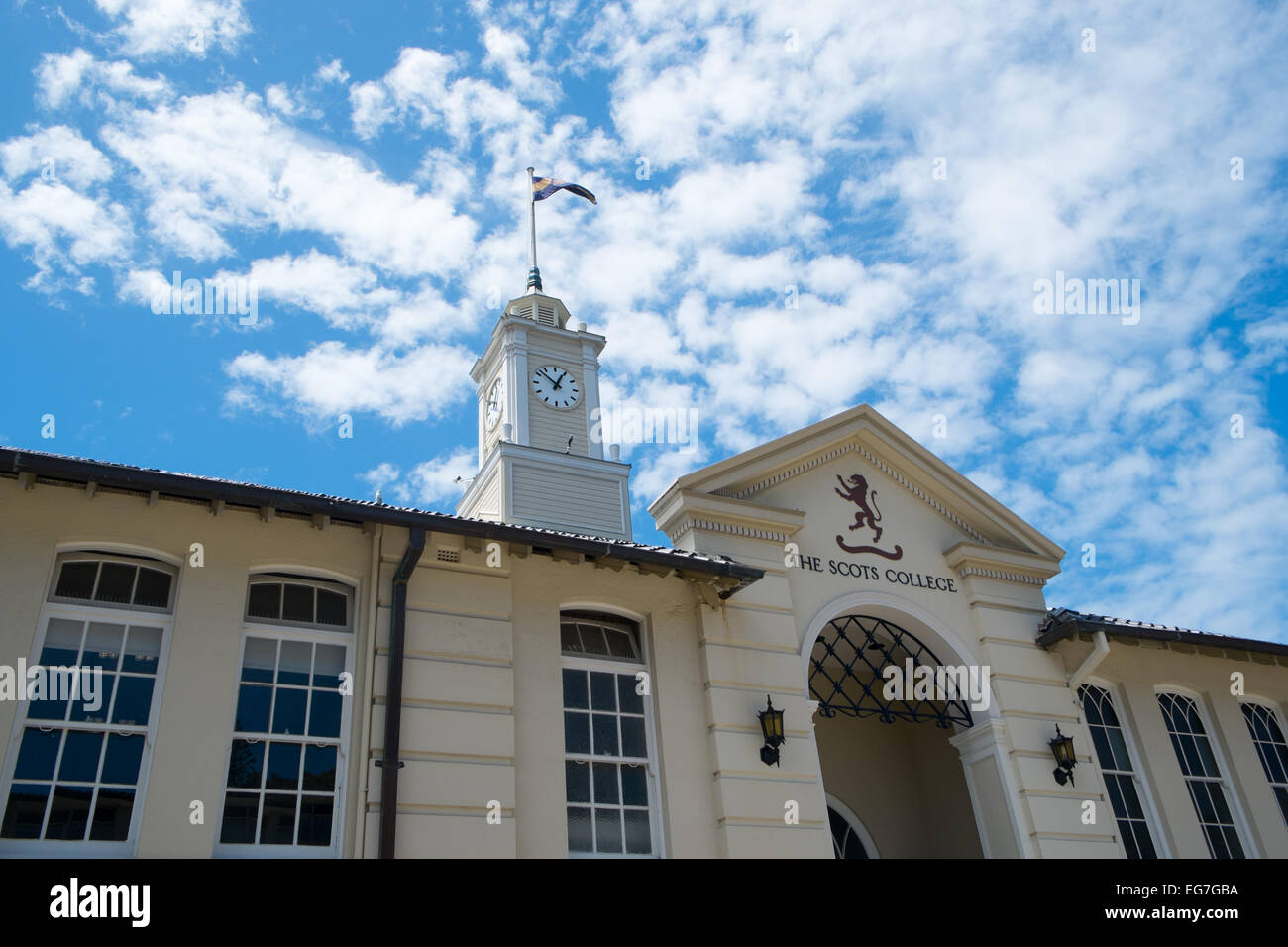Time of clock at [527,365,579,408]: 12:52
